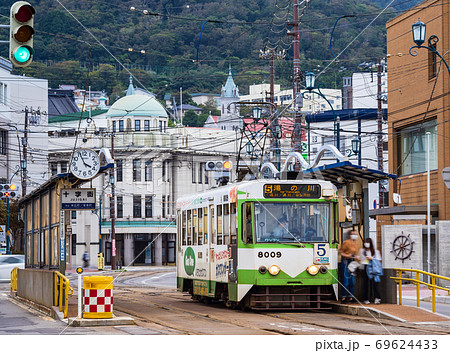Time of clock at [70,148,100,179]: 3:56
